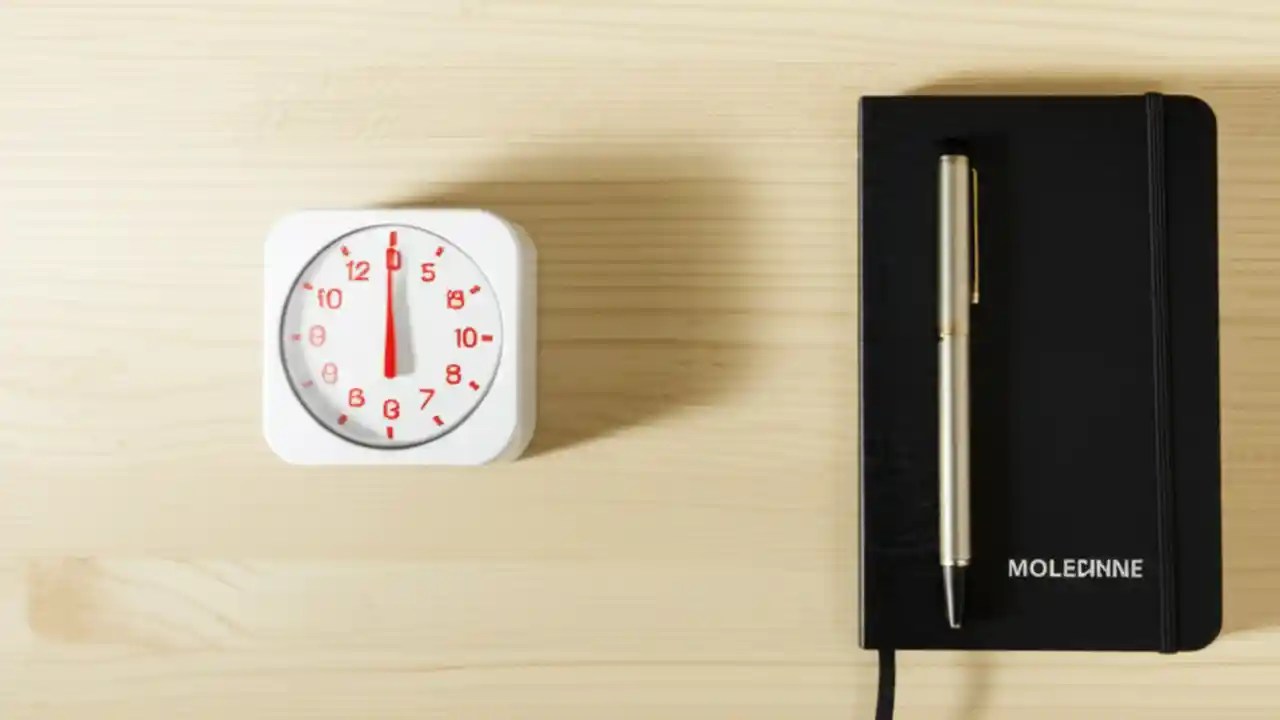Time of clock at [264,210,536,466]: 5:59
